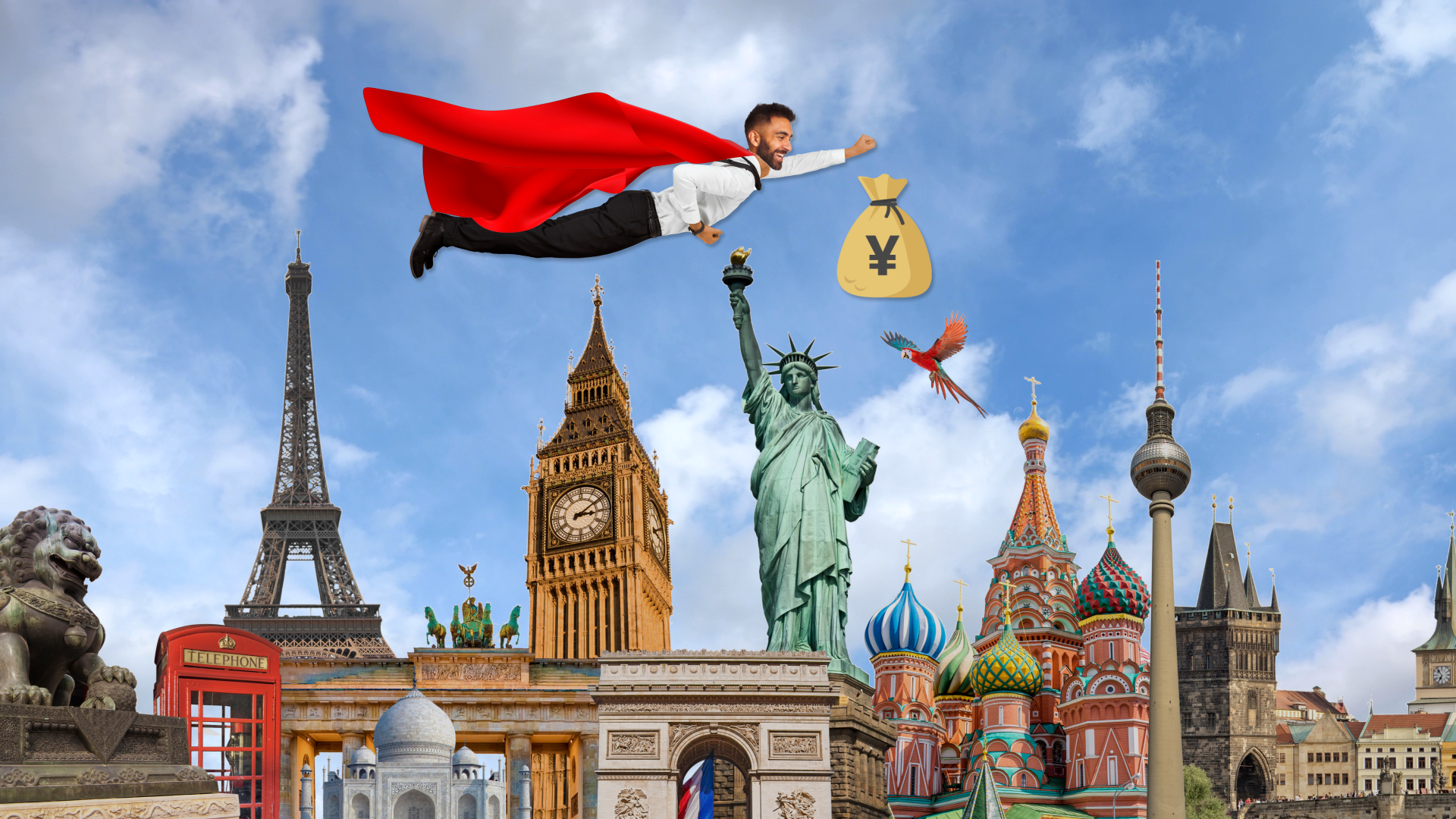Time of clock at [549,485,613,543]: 3:09
